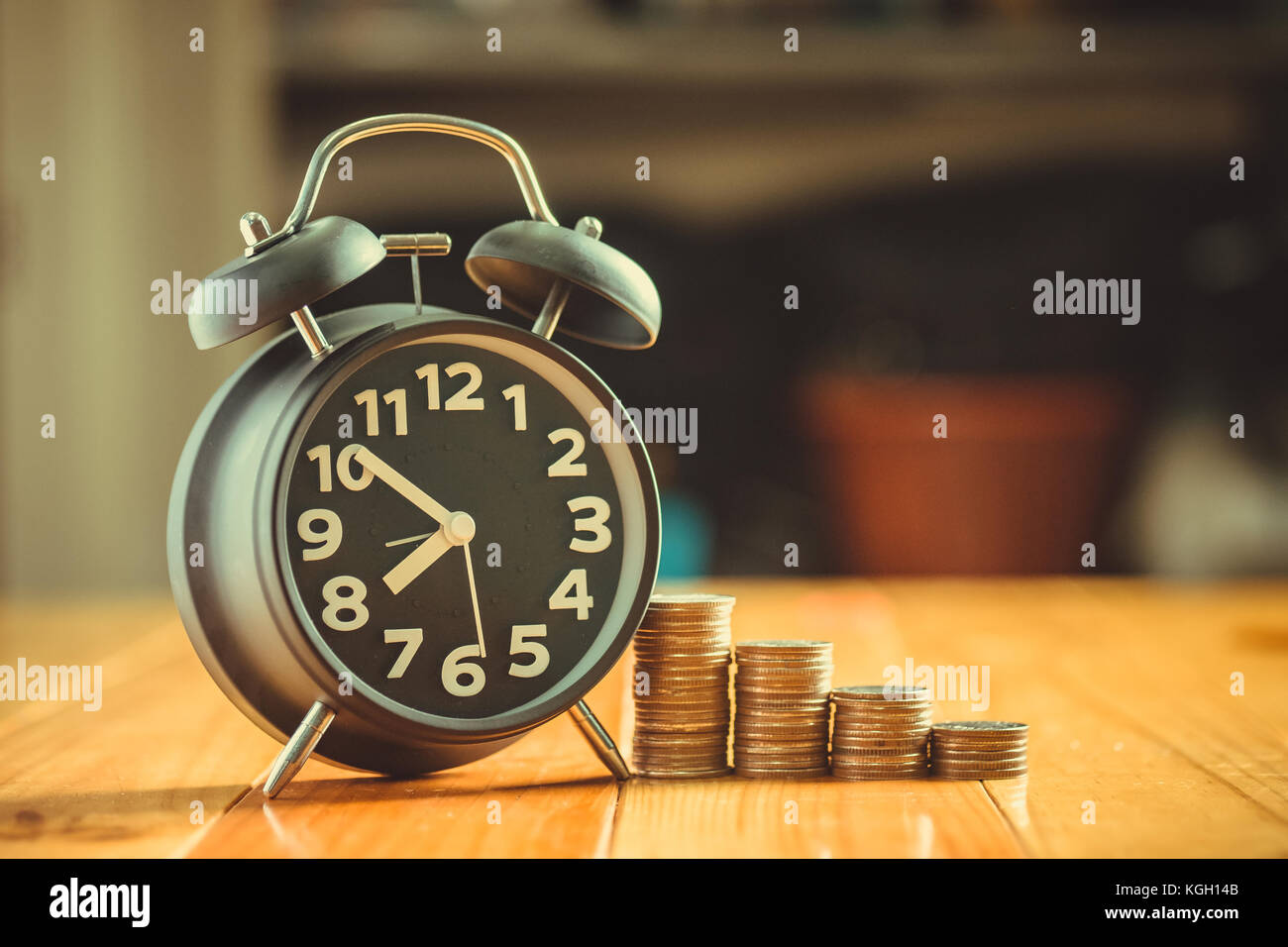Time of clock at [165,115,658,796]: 7:51
